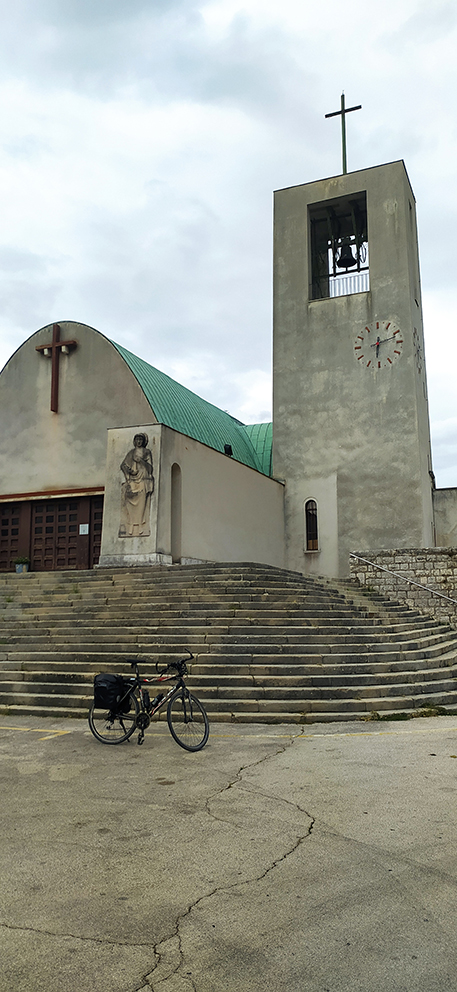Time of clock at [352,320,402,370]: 6:12
